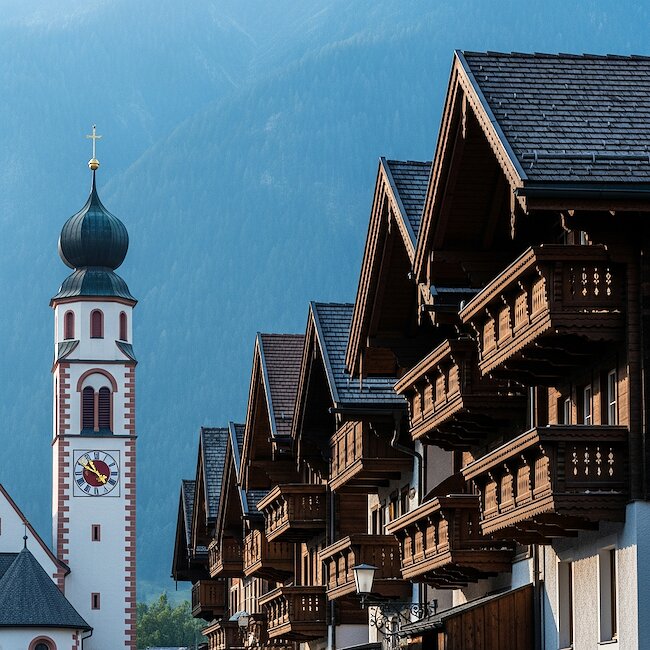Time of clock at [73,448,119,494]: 10:49
